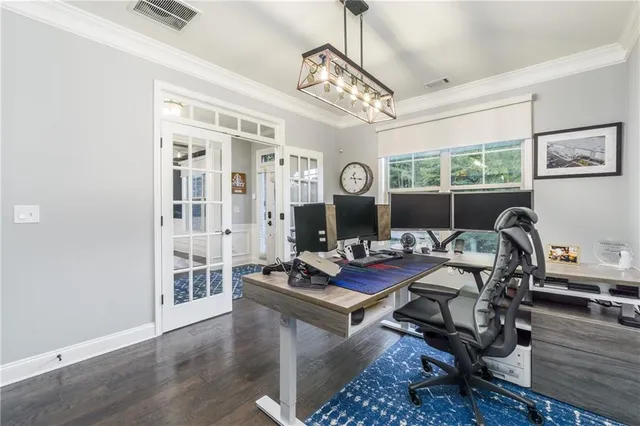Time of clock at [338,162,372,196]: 5:16
